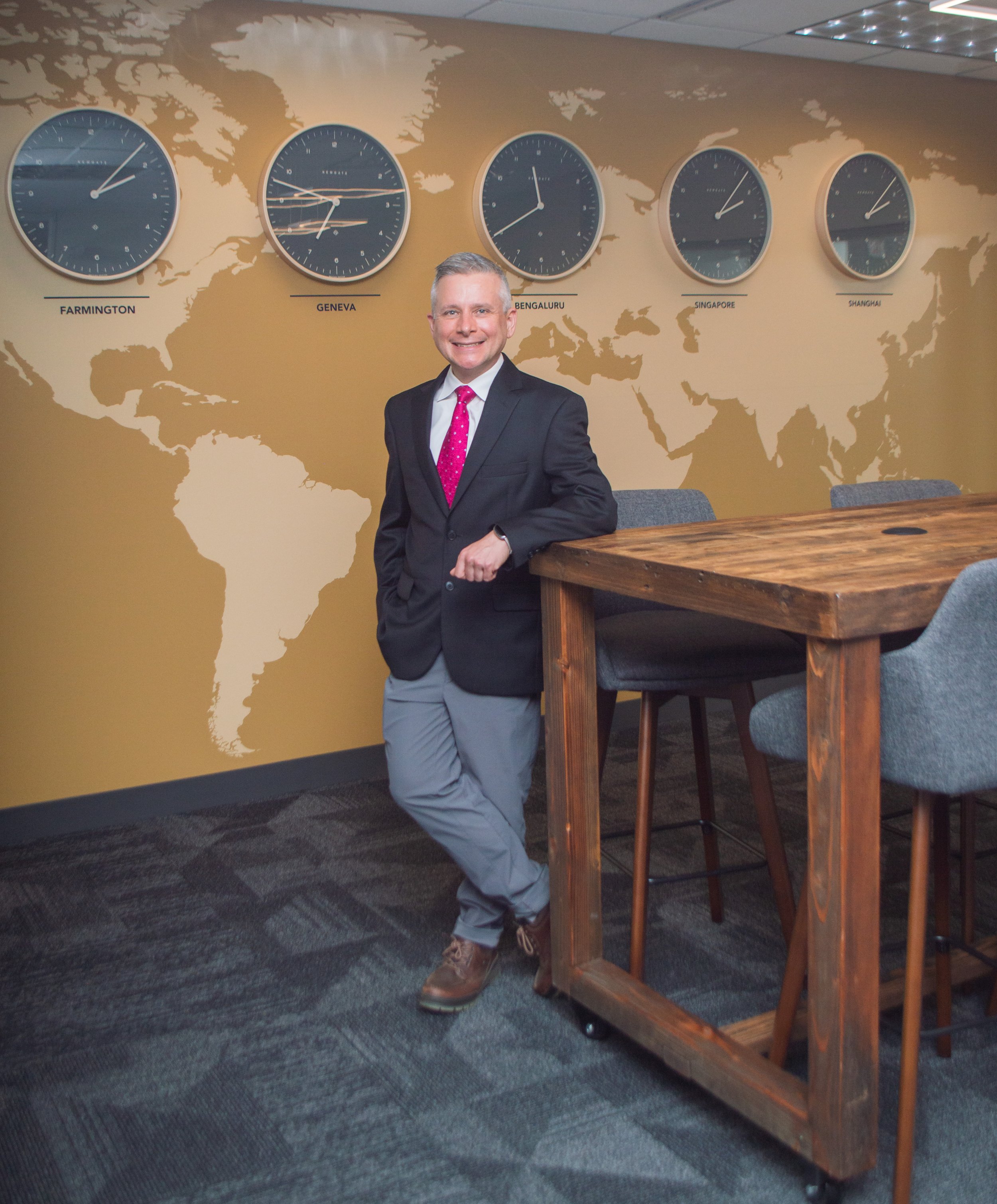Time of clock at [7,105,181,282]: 2:07
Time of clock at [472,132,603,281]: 11:40
